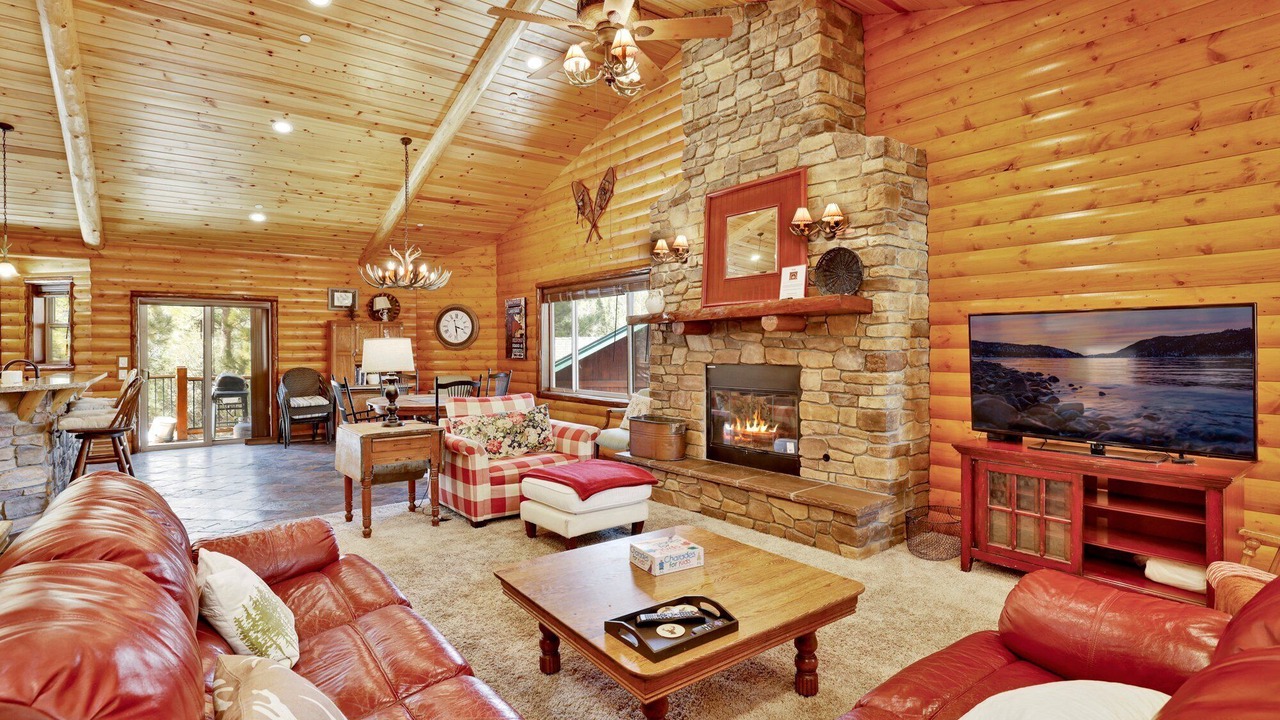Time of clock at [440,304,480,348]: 3:28
